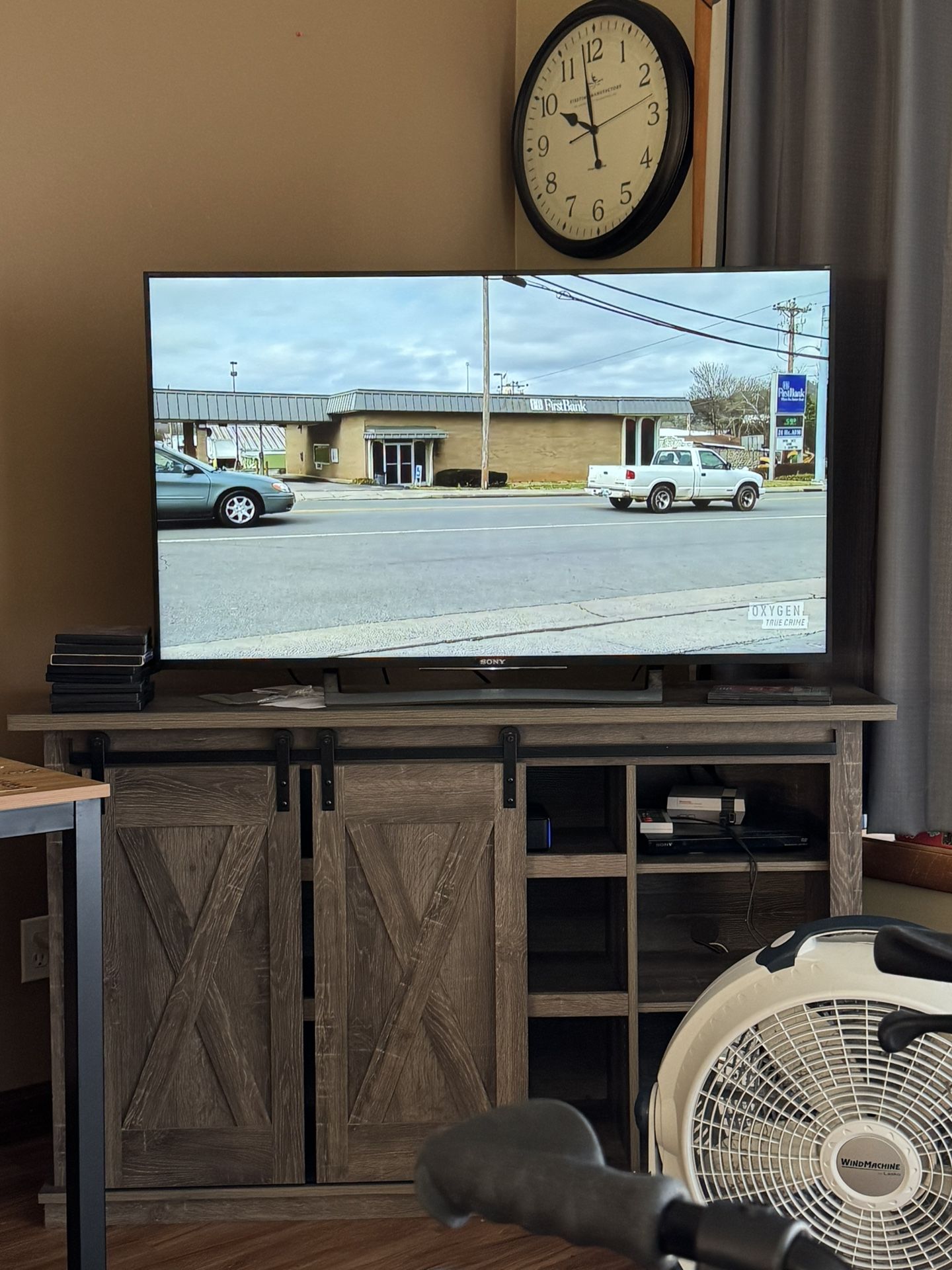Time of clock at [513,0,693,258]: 9:58
